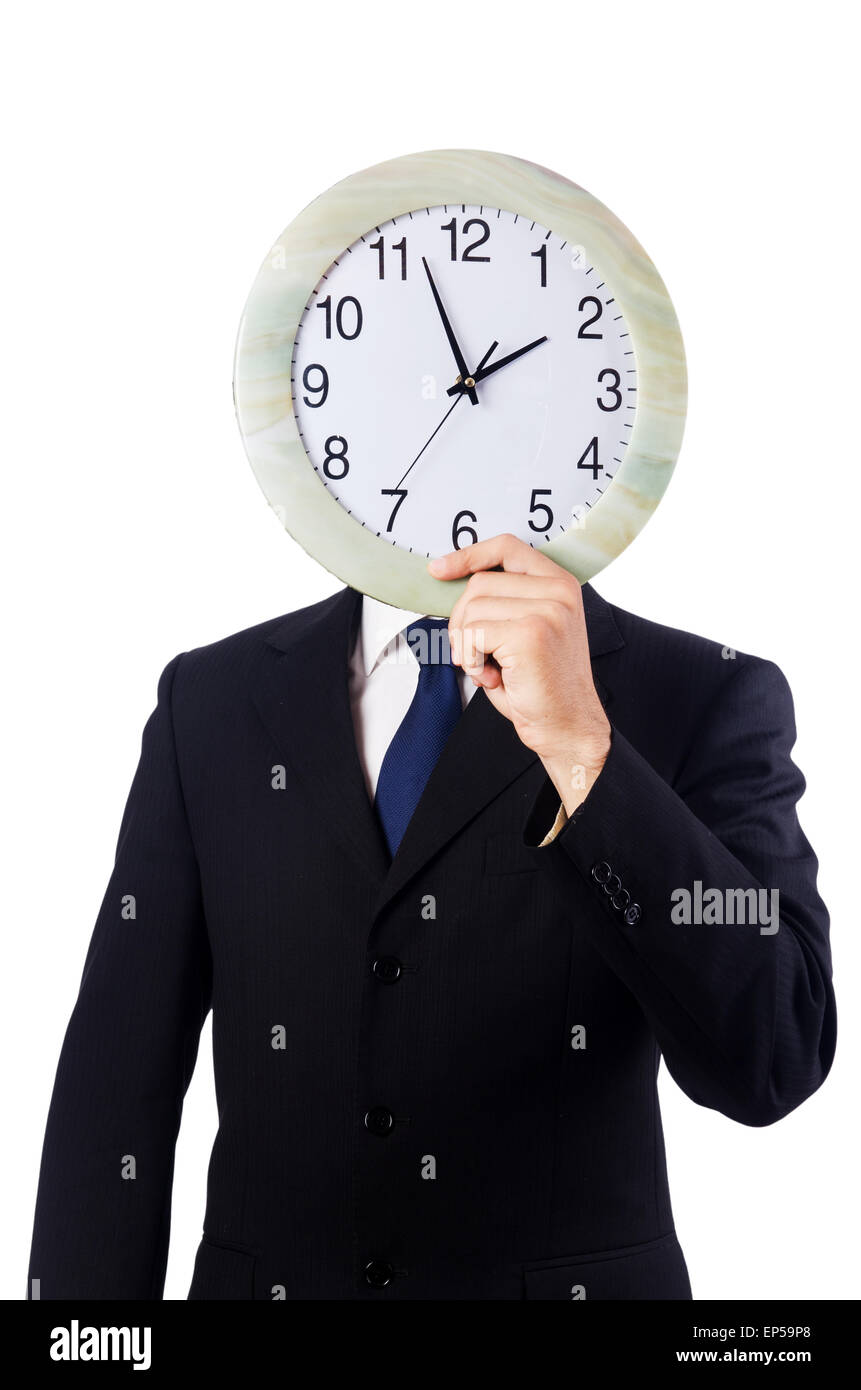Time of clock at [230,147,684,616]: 1:56
